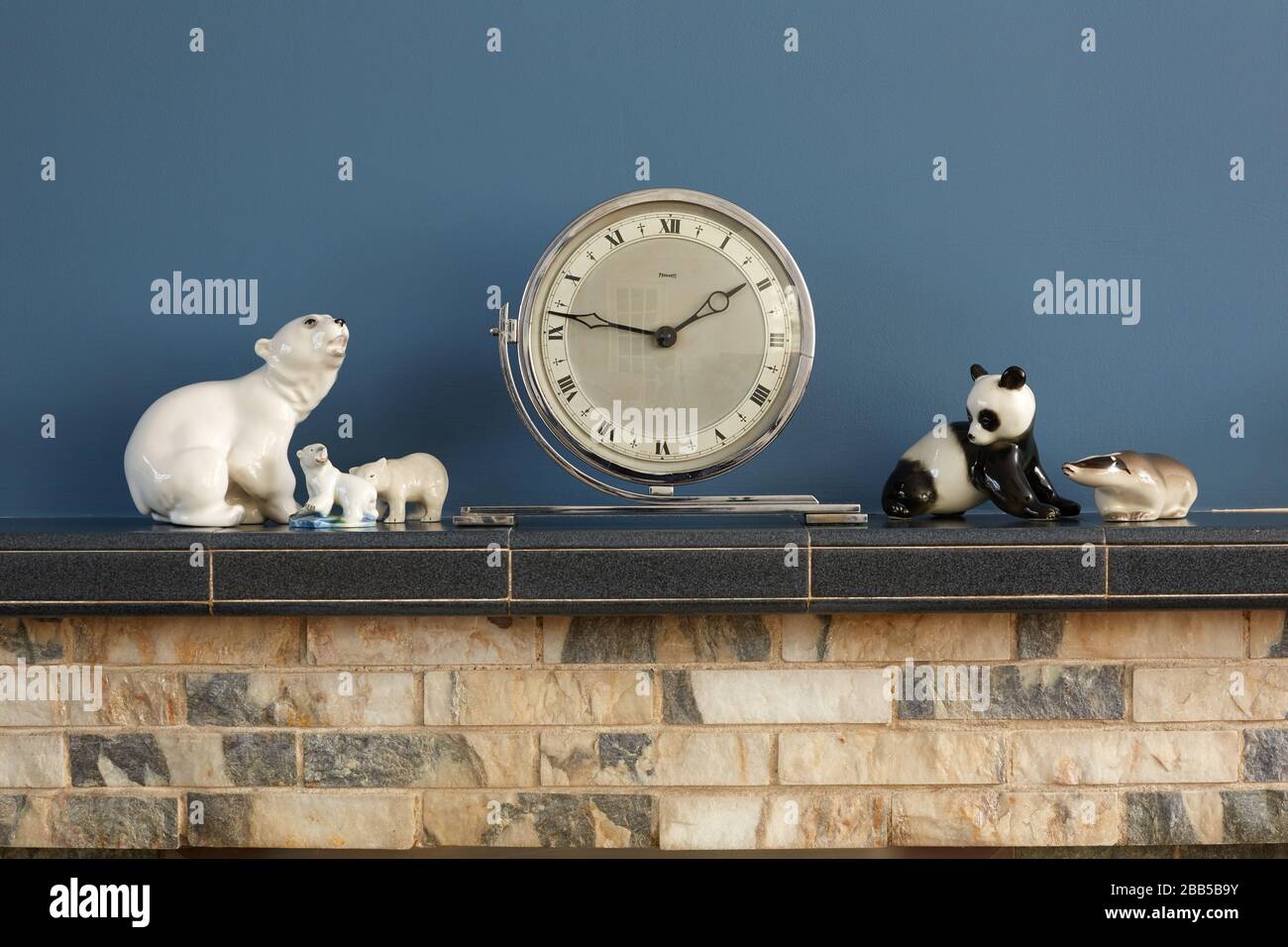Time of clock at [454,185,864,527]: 1:46
